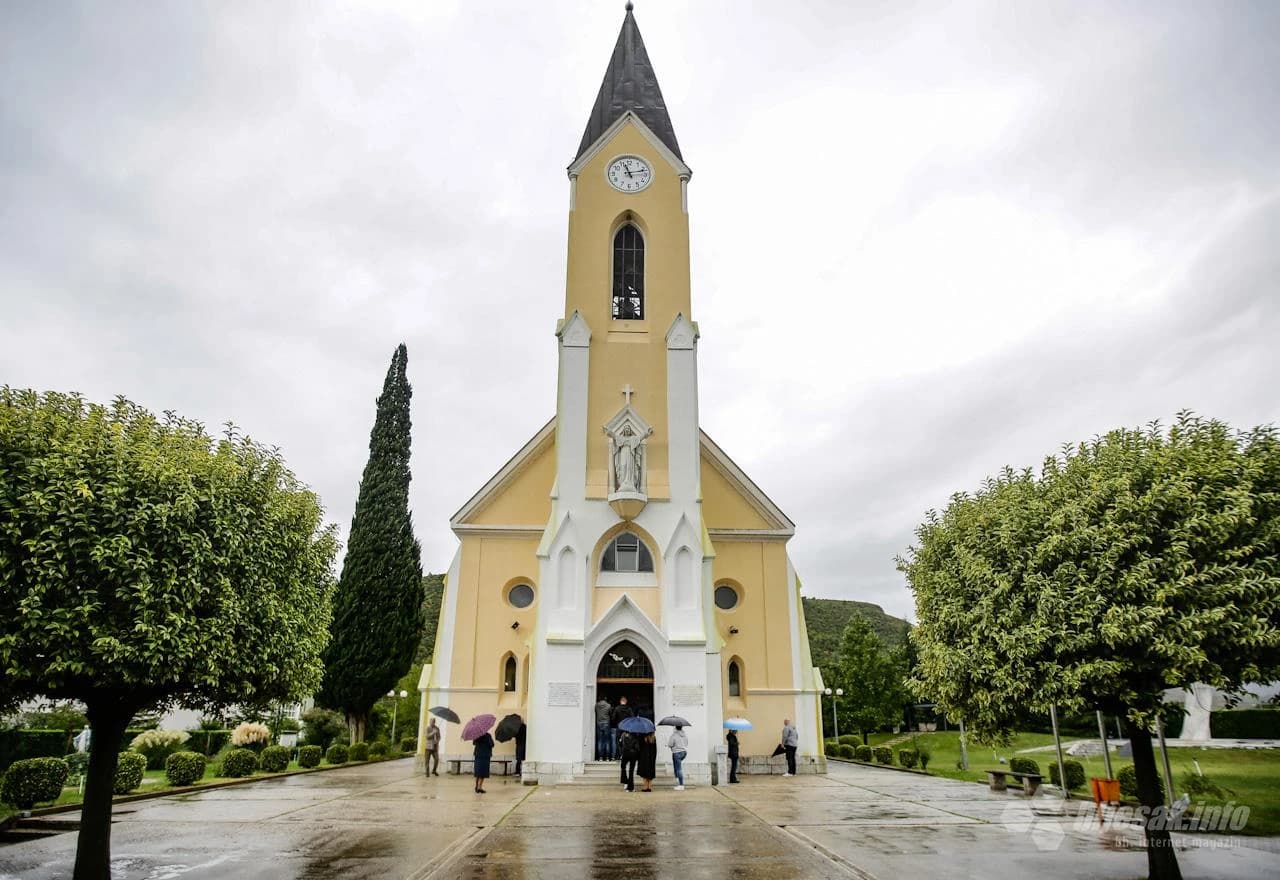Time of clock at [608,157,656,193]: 11:12
